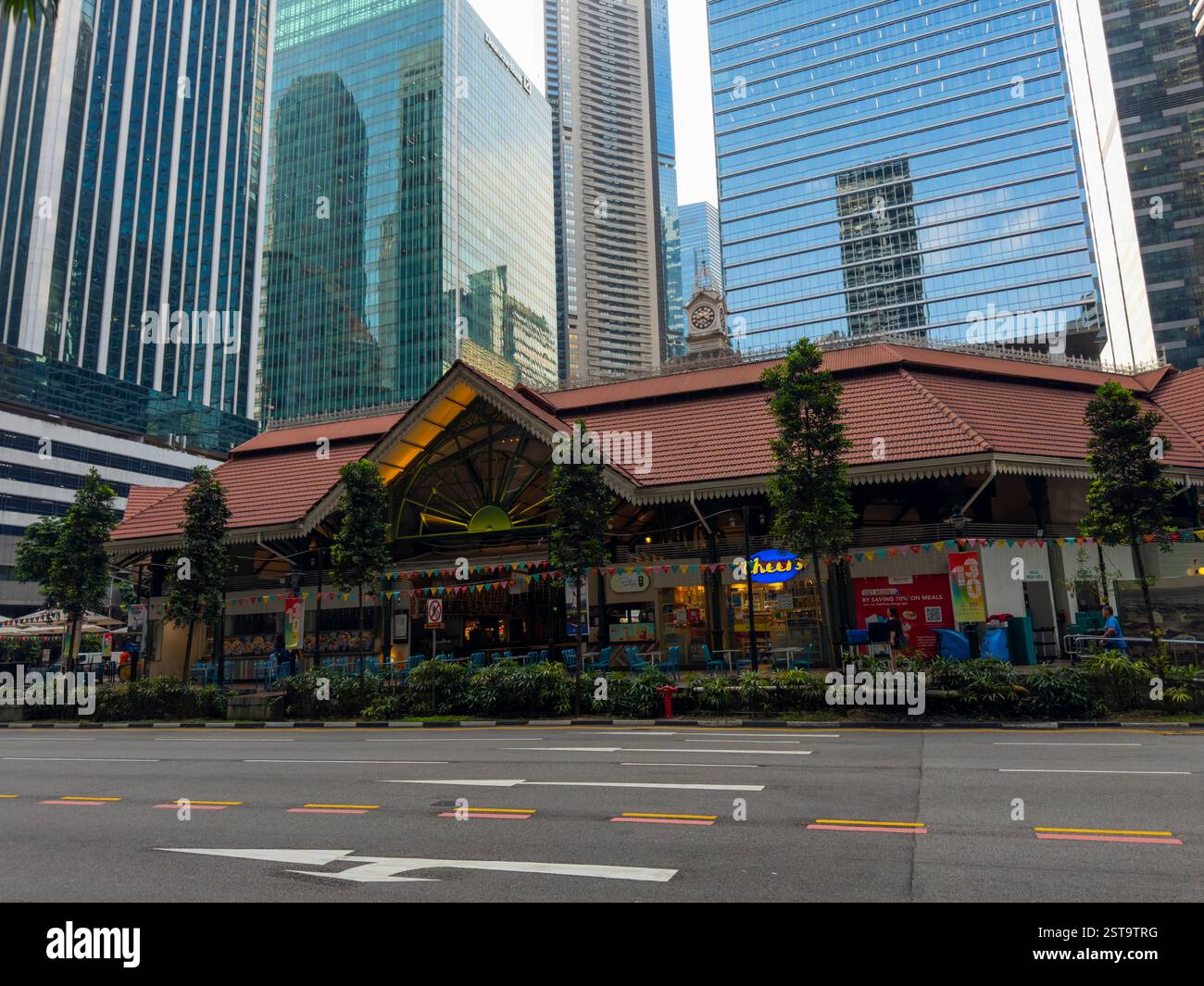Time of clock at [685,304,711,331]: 8:21
